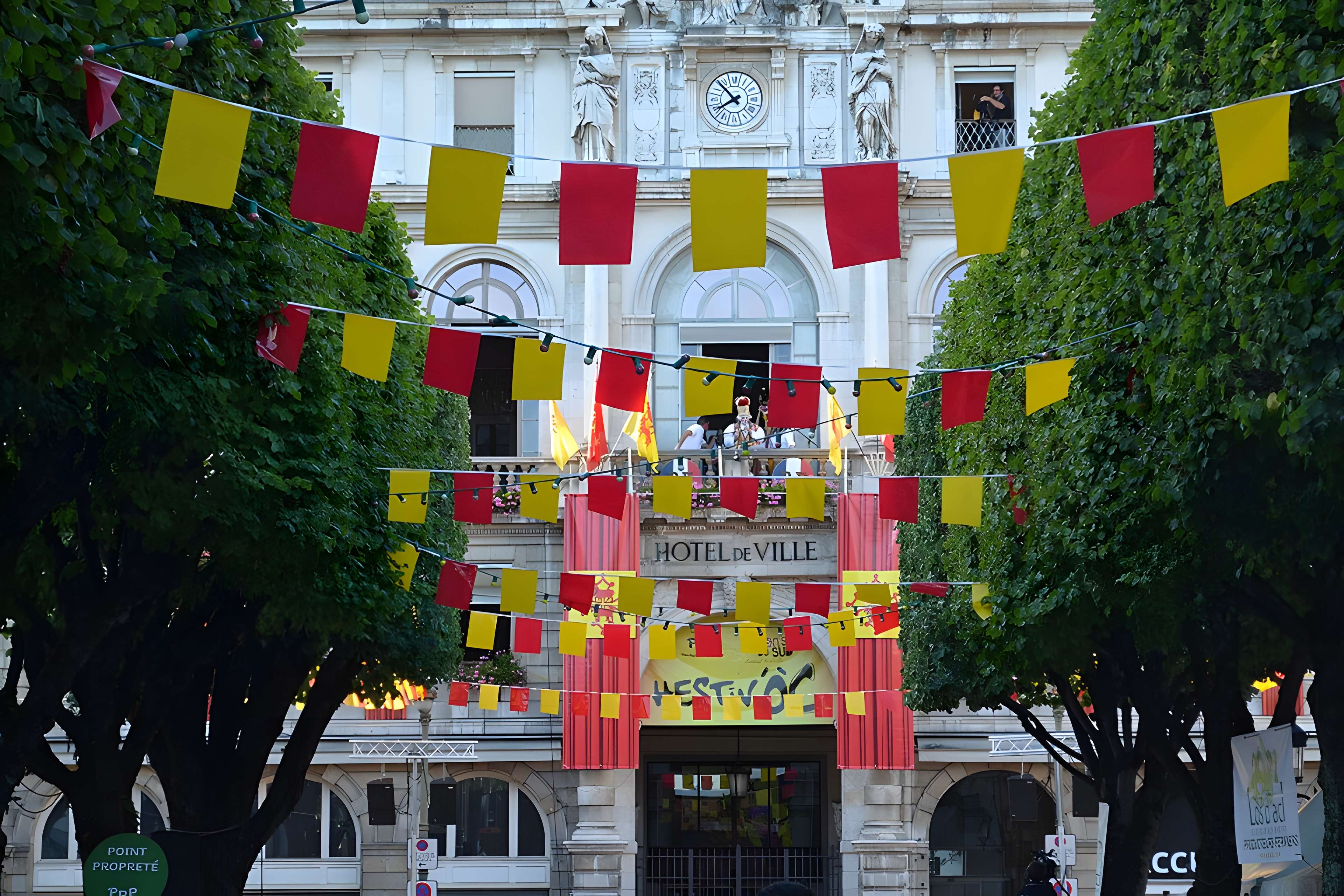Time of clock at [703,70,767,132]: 7:52
